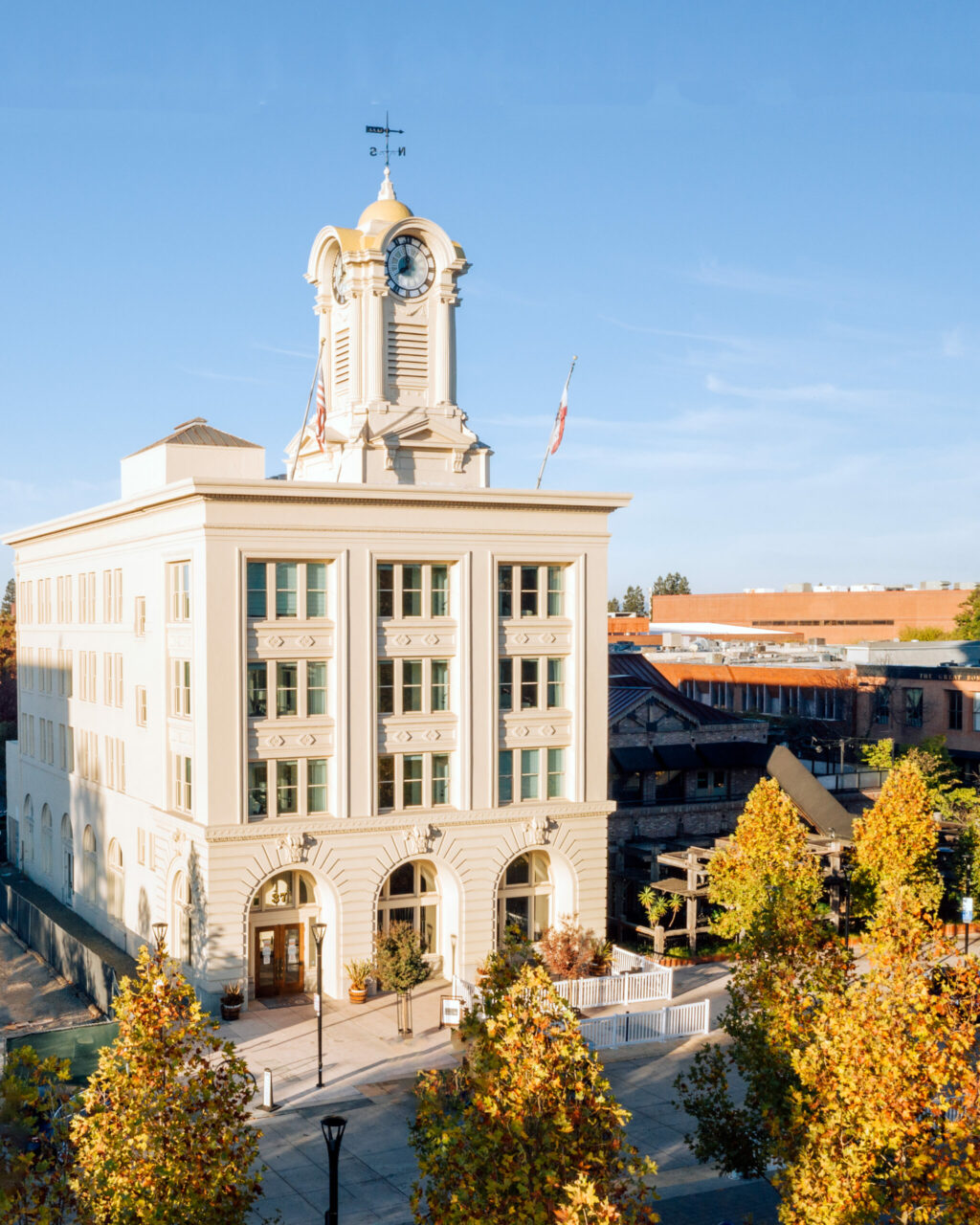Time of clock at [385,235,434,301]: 7:58
